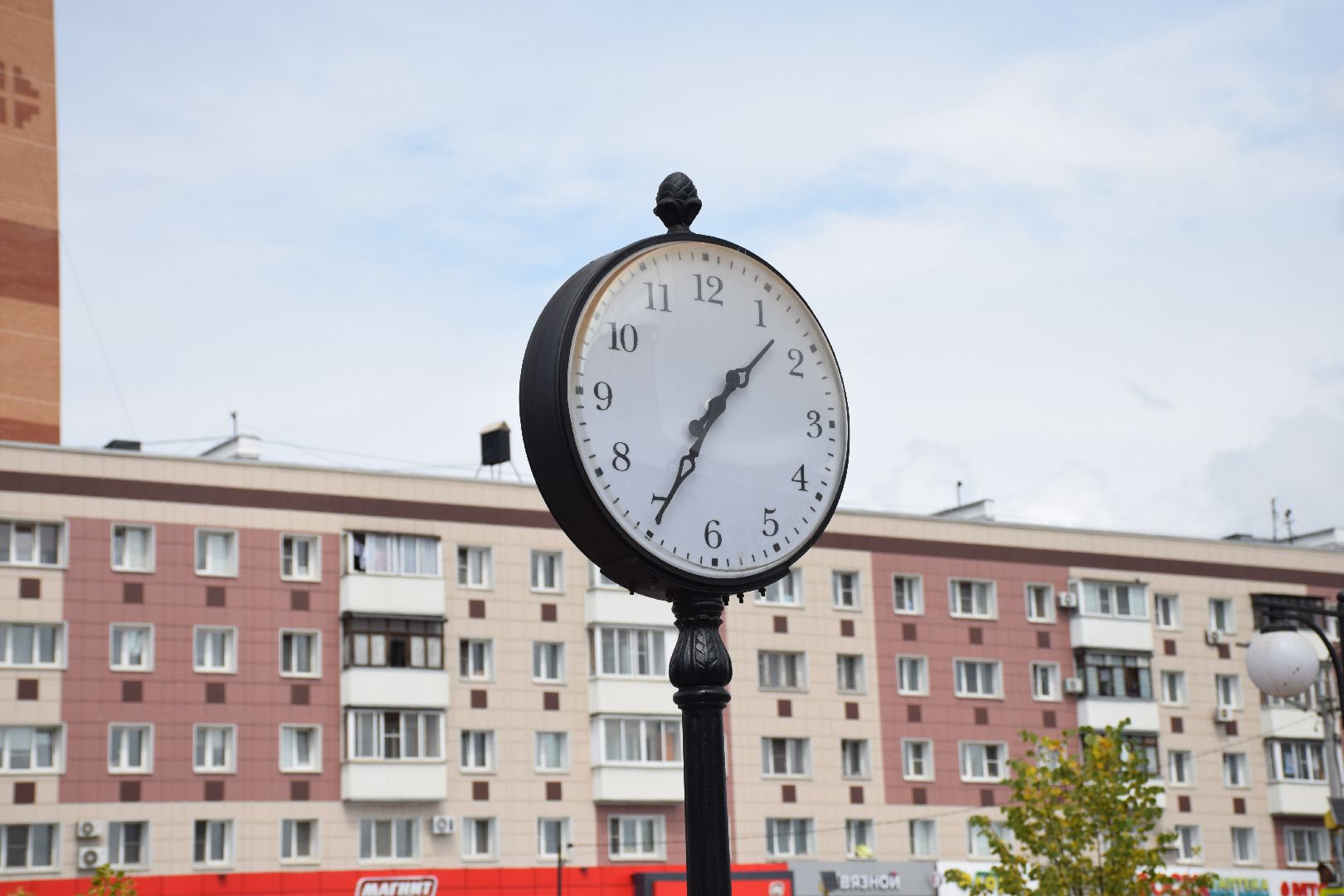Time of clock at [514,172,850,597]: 1:34
